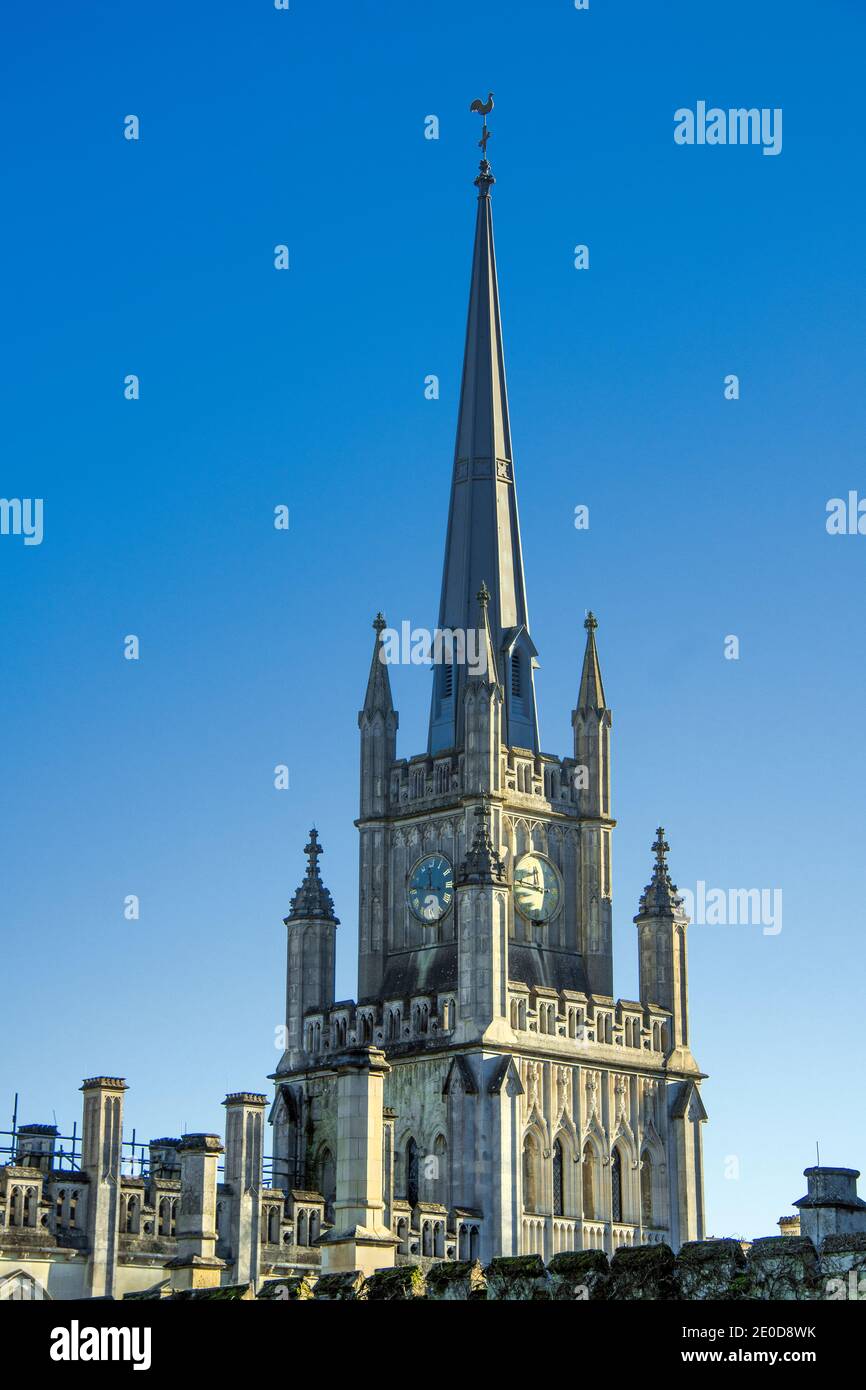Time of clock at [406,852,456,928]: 11:46
